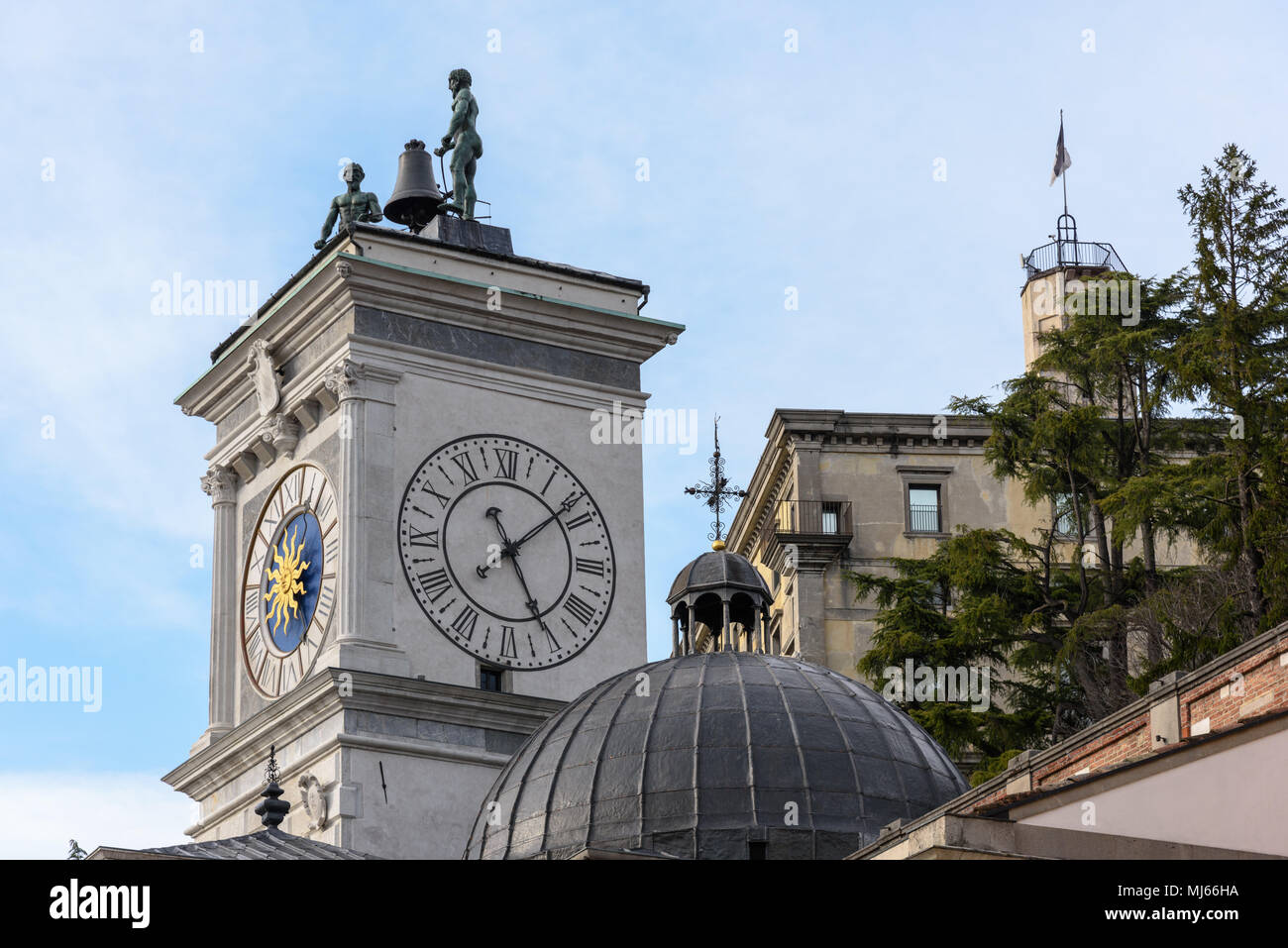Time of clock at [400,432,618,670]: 5:08
